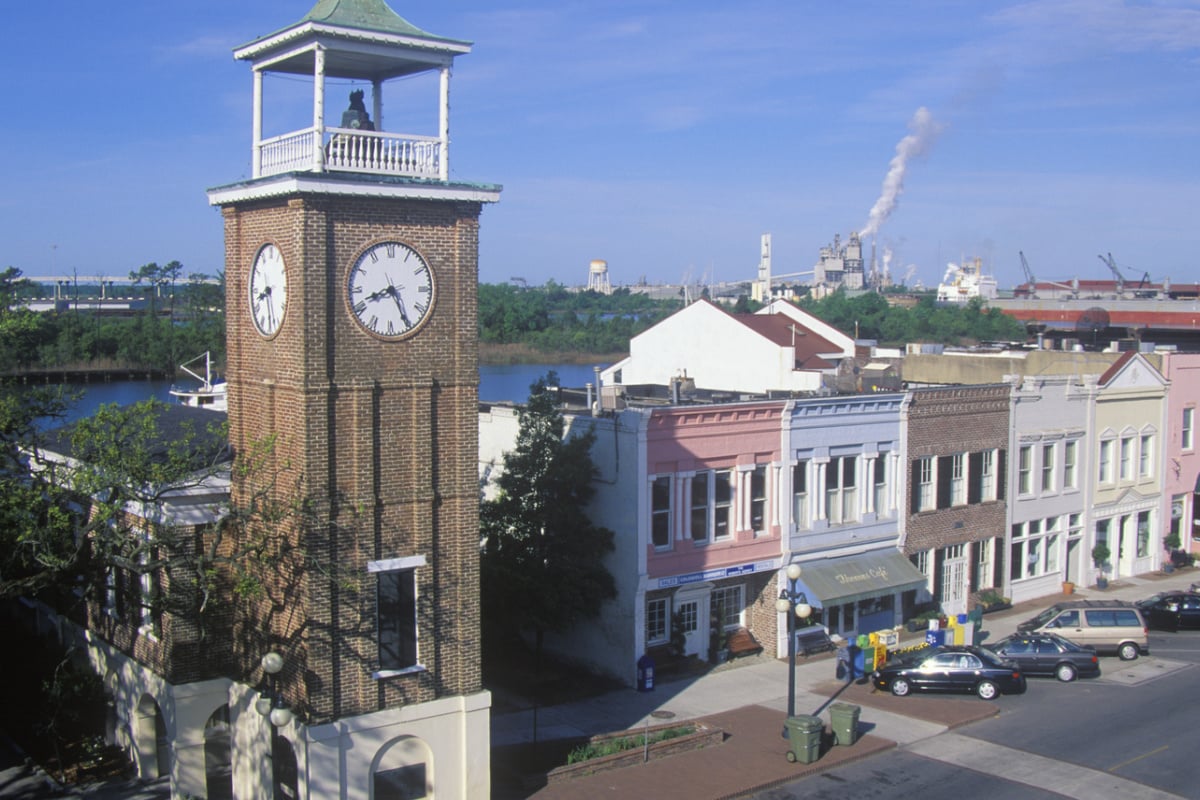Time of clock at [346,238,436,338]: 8:25
